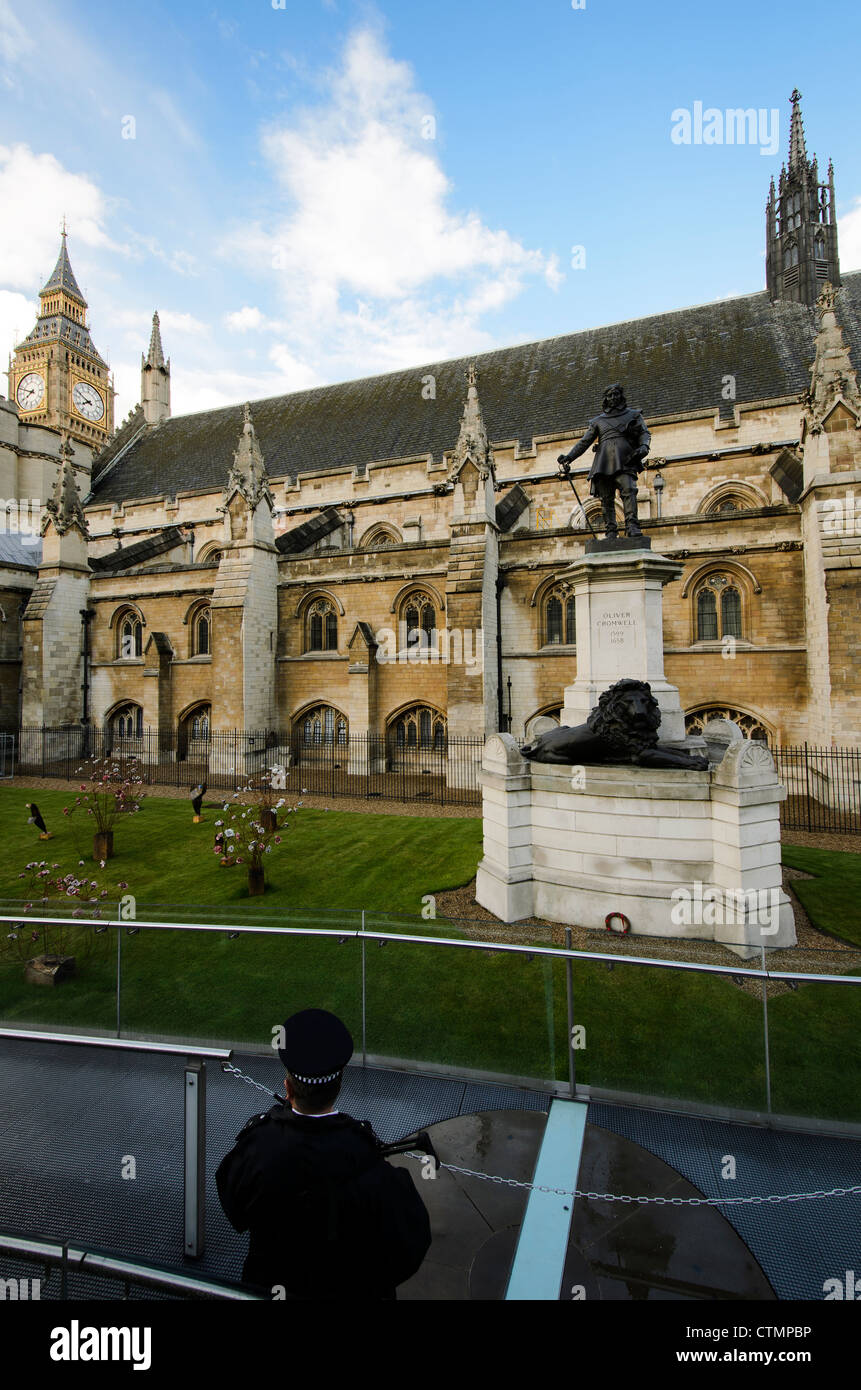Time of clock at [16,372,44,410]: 7:48
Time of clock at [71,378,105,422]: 7:49
